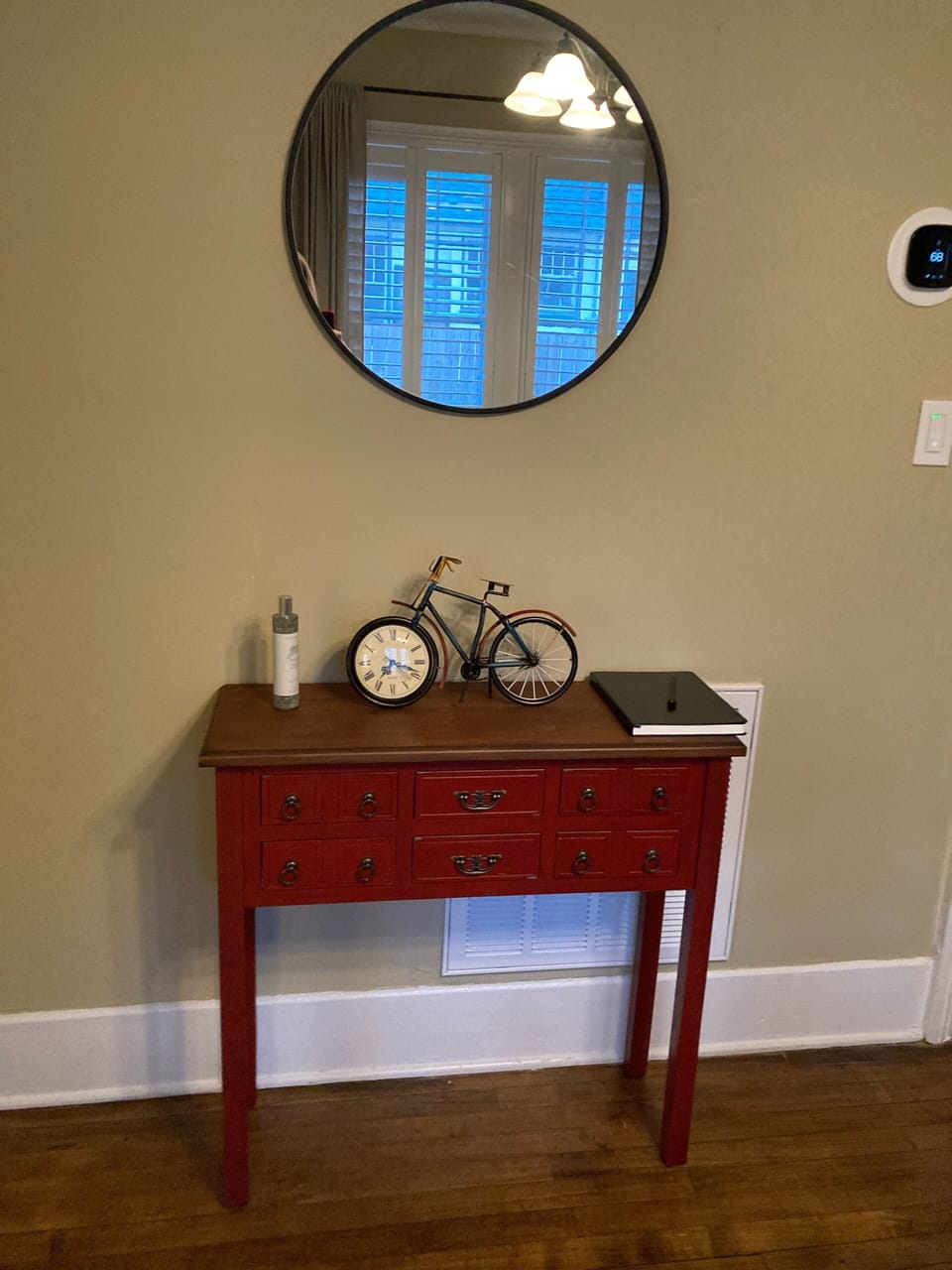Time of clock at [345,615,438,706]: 7:18
